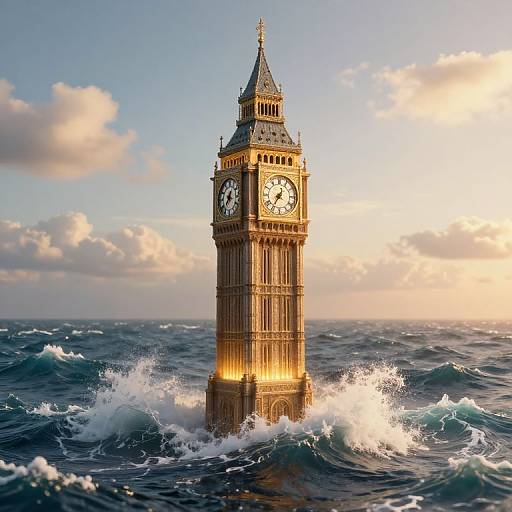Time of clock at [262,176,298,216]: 12:35
